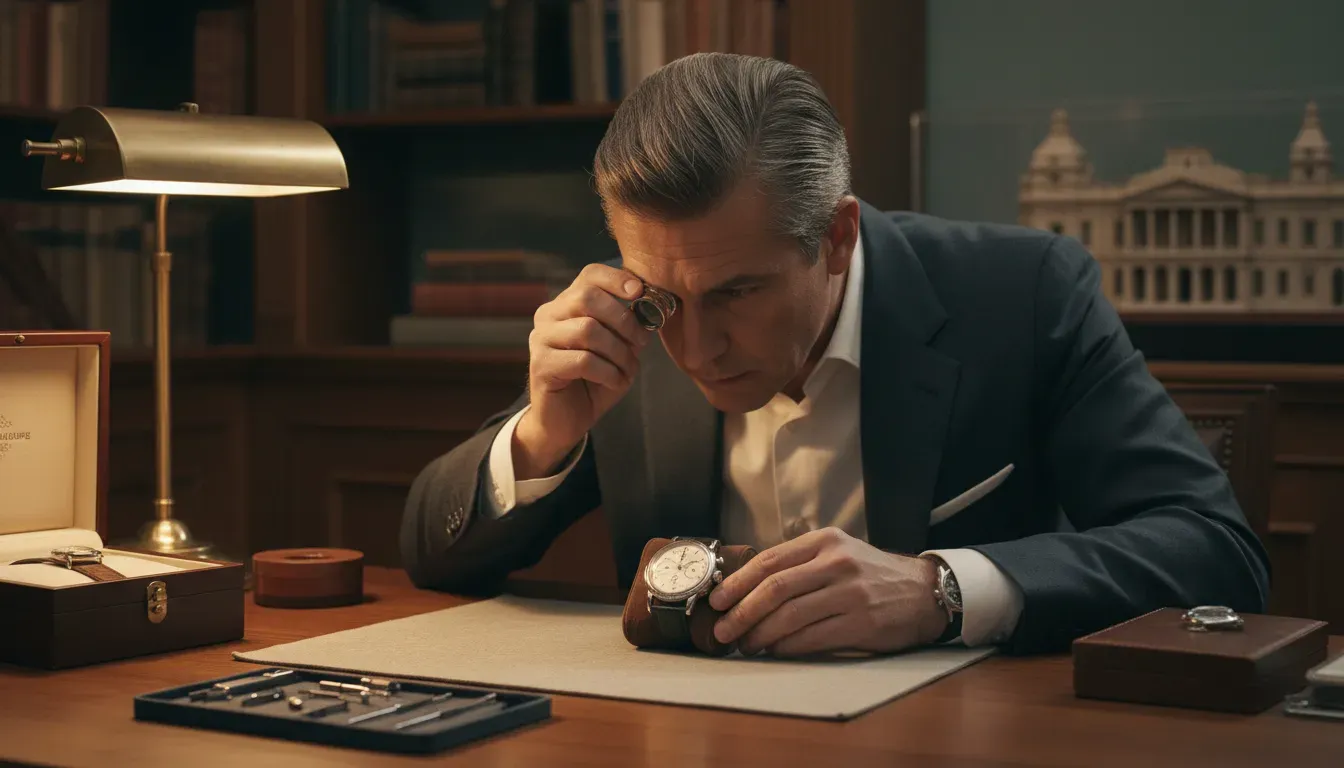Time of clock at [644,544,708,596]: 2:00
